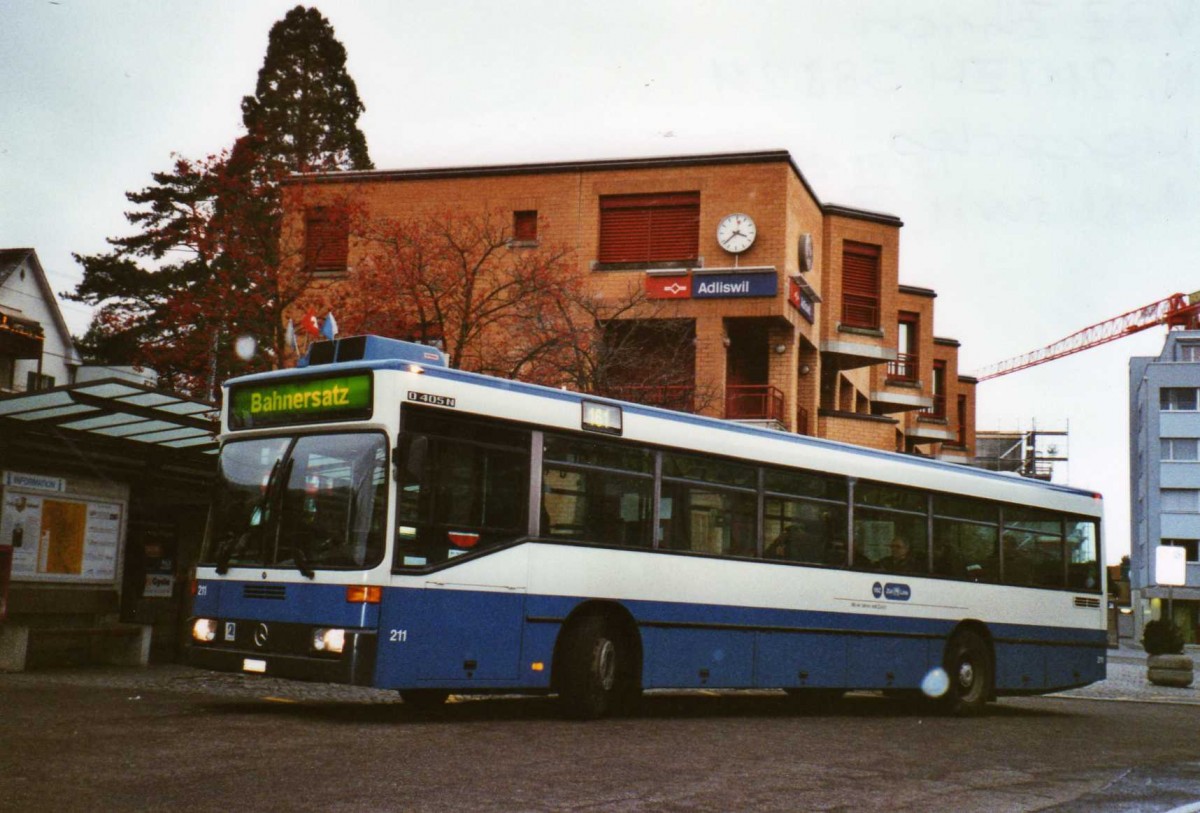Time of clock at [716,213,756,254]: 3:38
